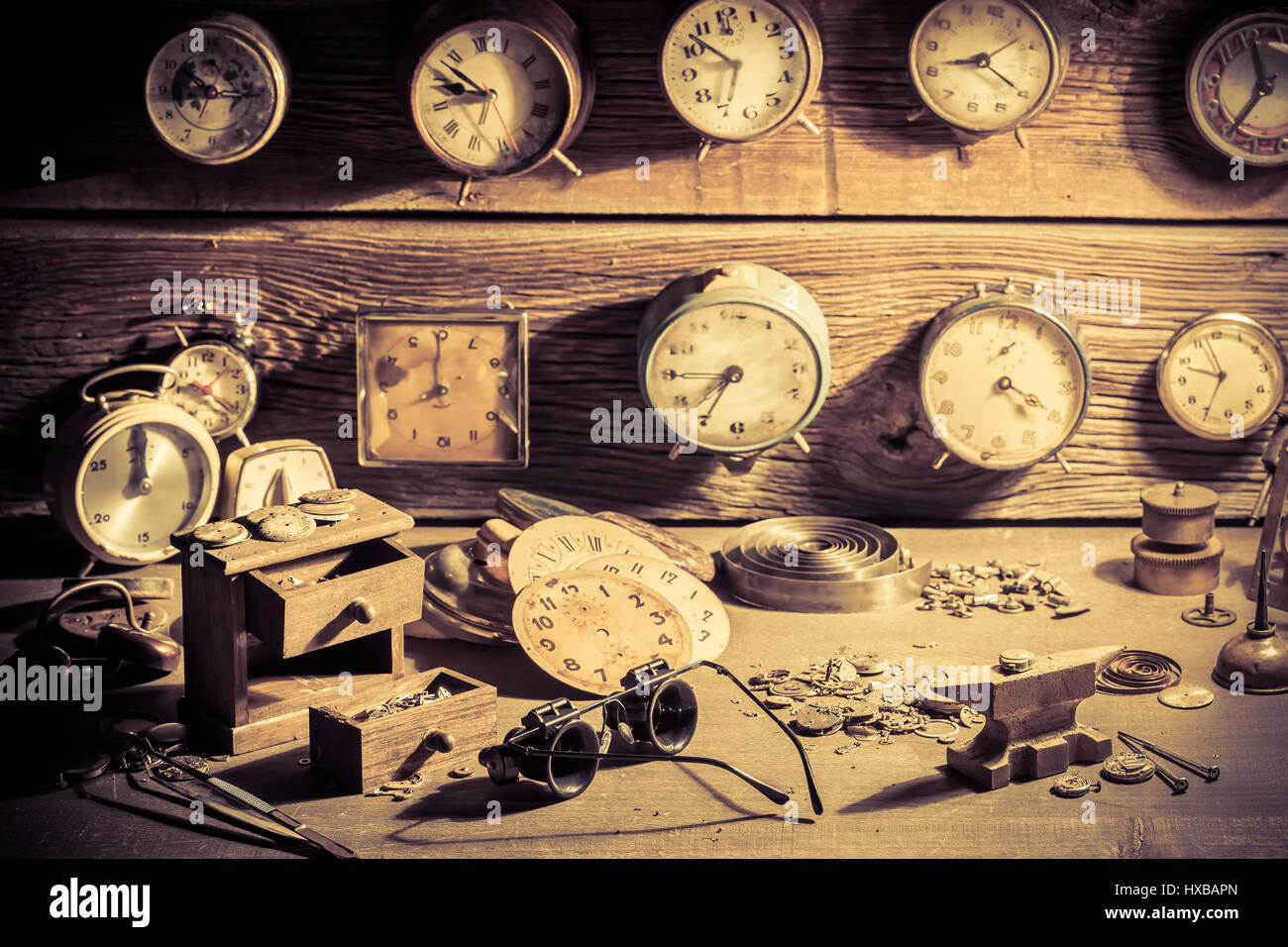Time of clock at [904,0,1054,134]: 8:07
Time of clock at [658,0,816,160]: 6:52
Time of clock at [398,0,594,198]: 9:52
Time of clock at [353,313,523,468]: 7:59
